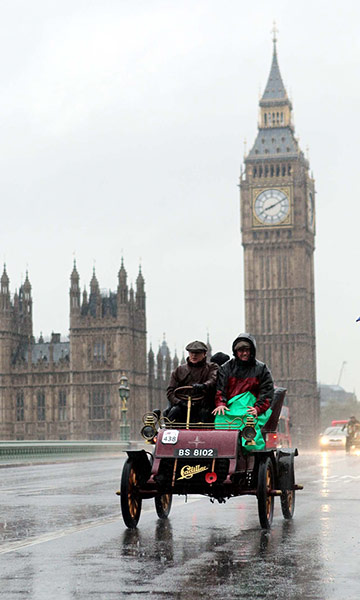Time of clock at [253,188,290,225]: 8:10
